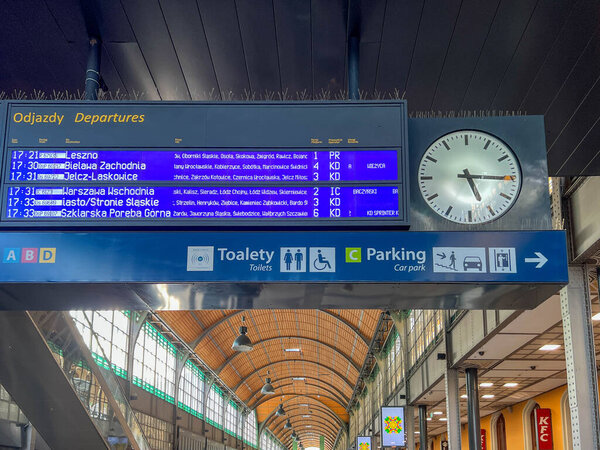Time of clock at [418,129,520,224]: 5:15
